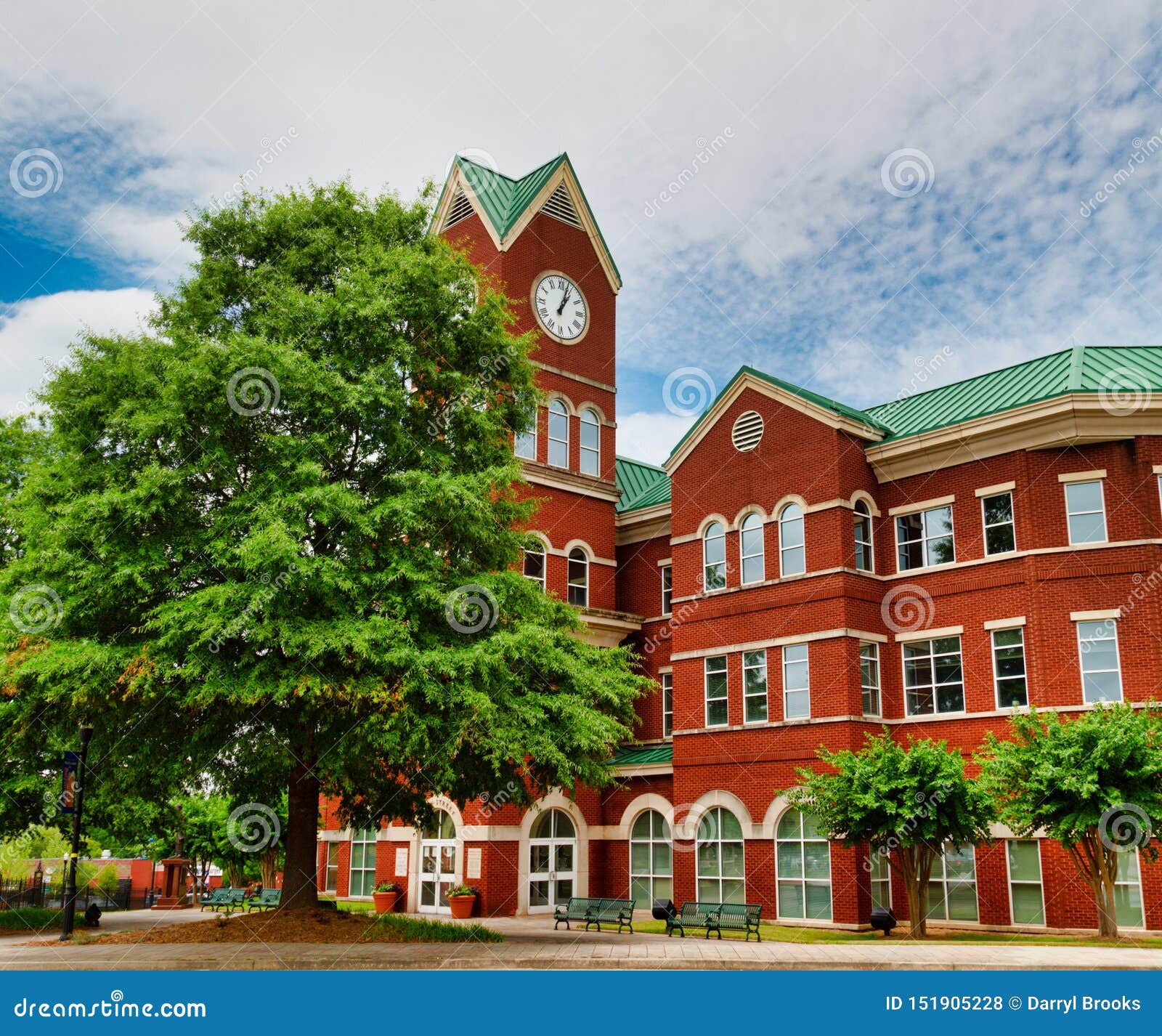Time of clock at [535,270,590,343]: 1:03
